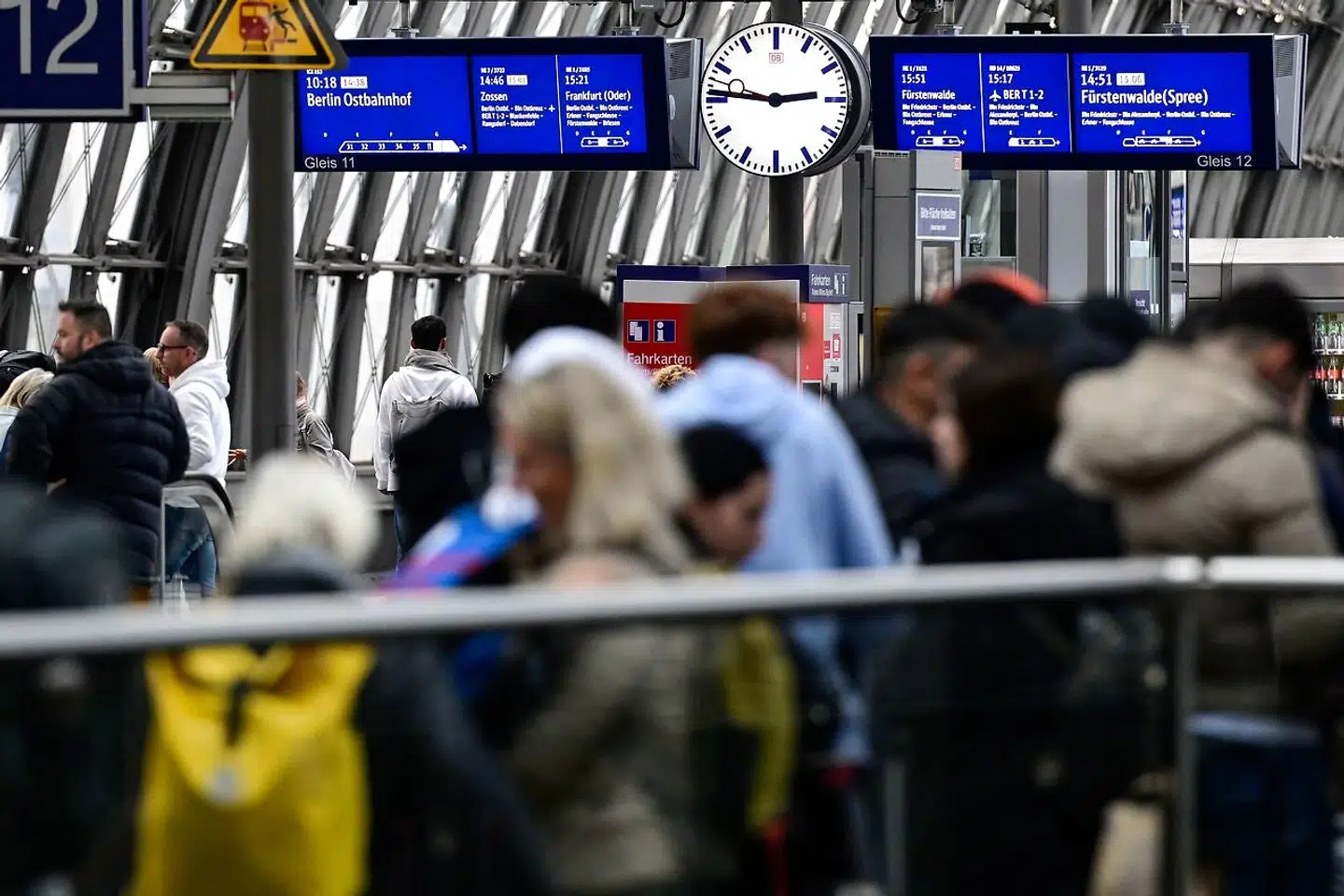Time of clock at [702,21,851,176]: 2:46
